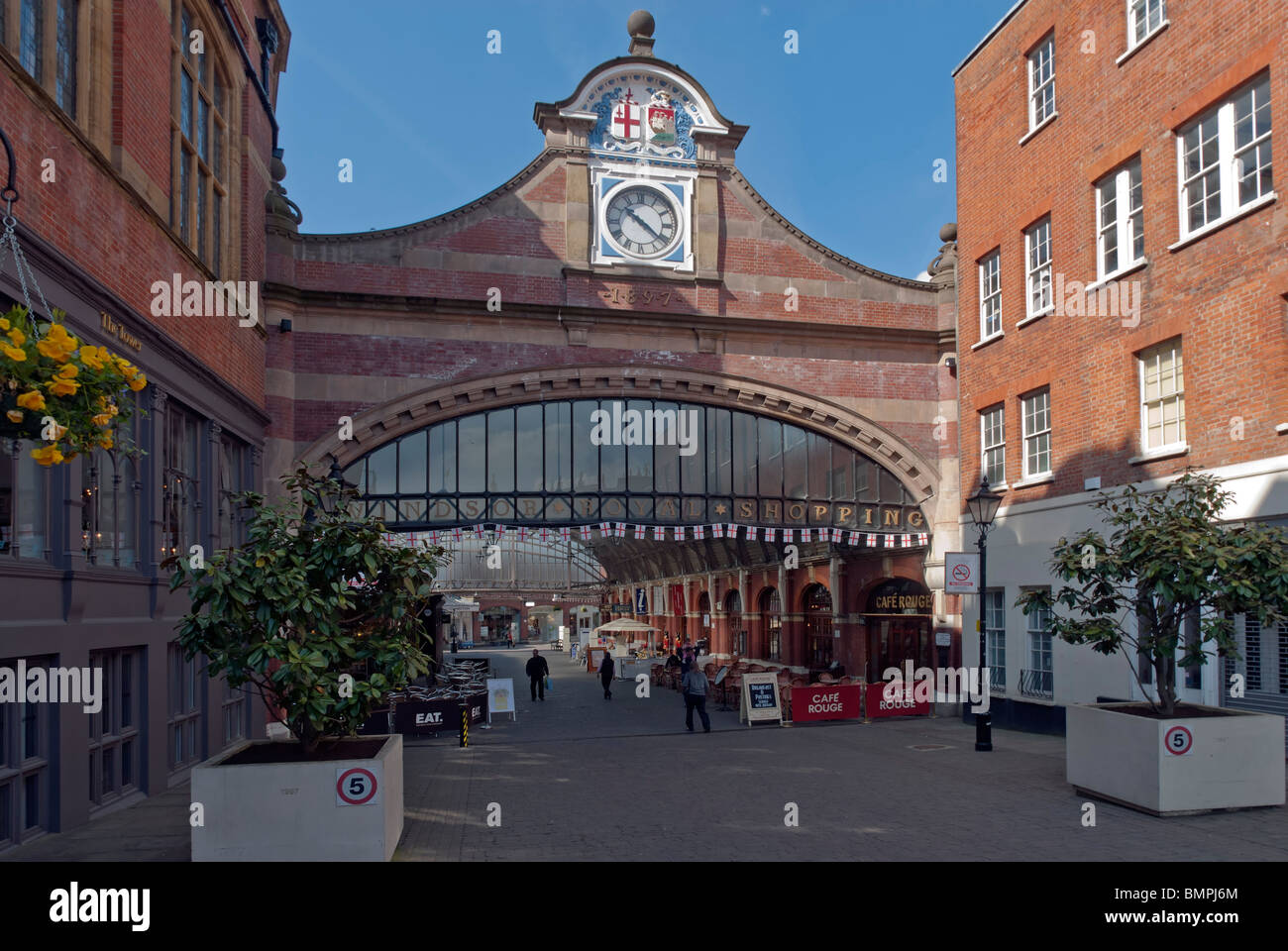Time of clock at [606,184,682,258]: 10:21
